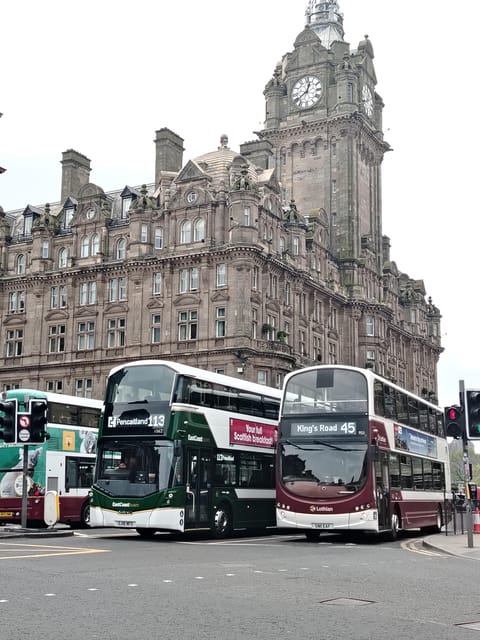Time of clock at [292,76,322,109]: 12:38
